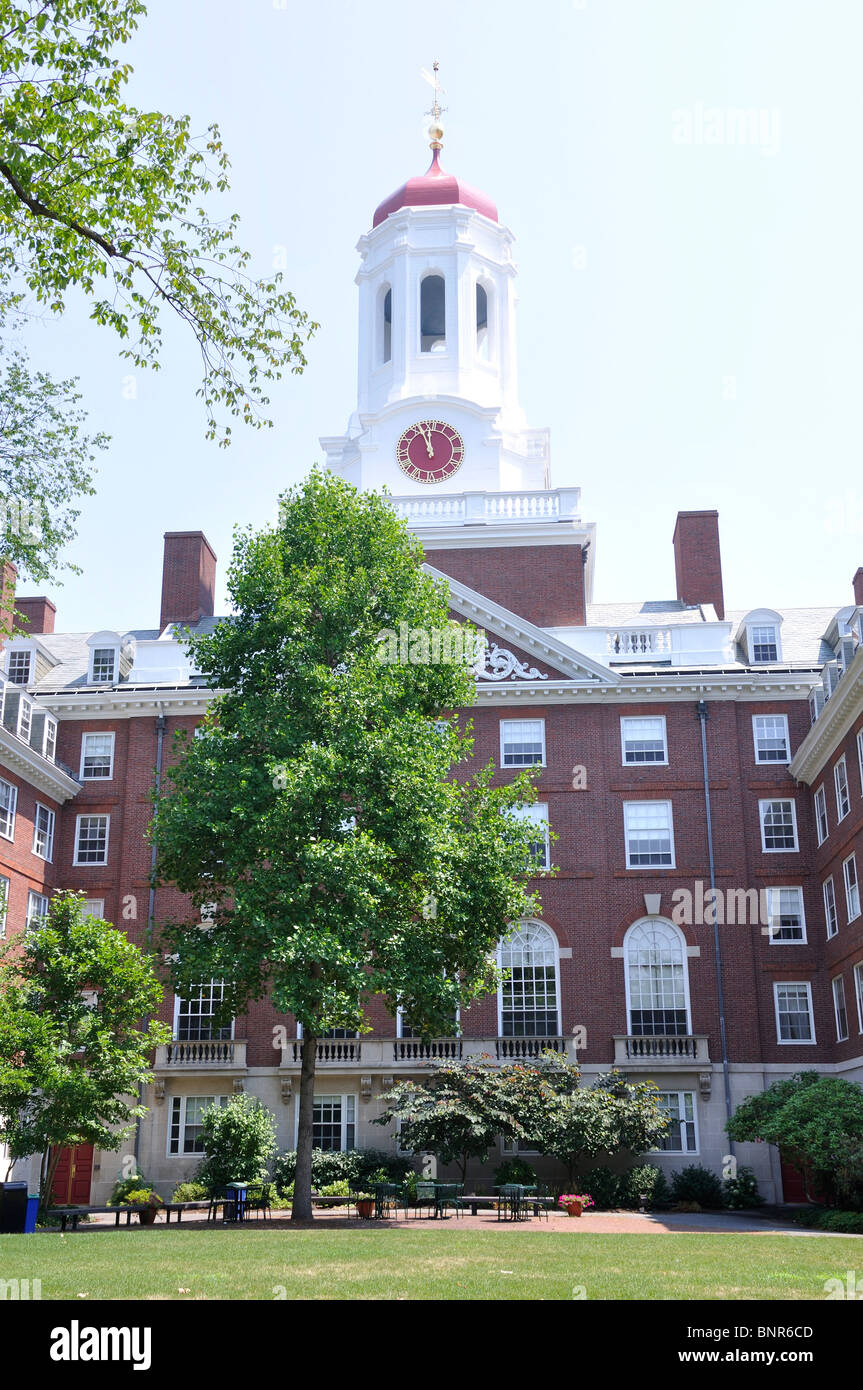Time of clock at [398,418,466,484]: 11:56
